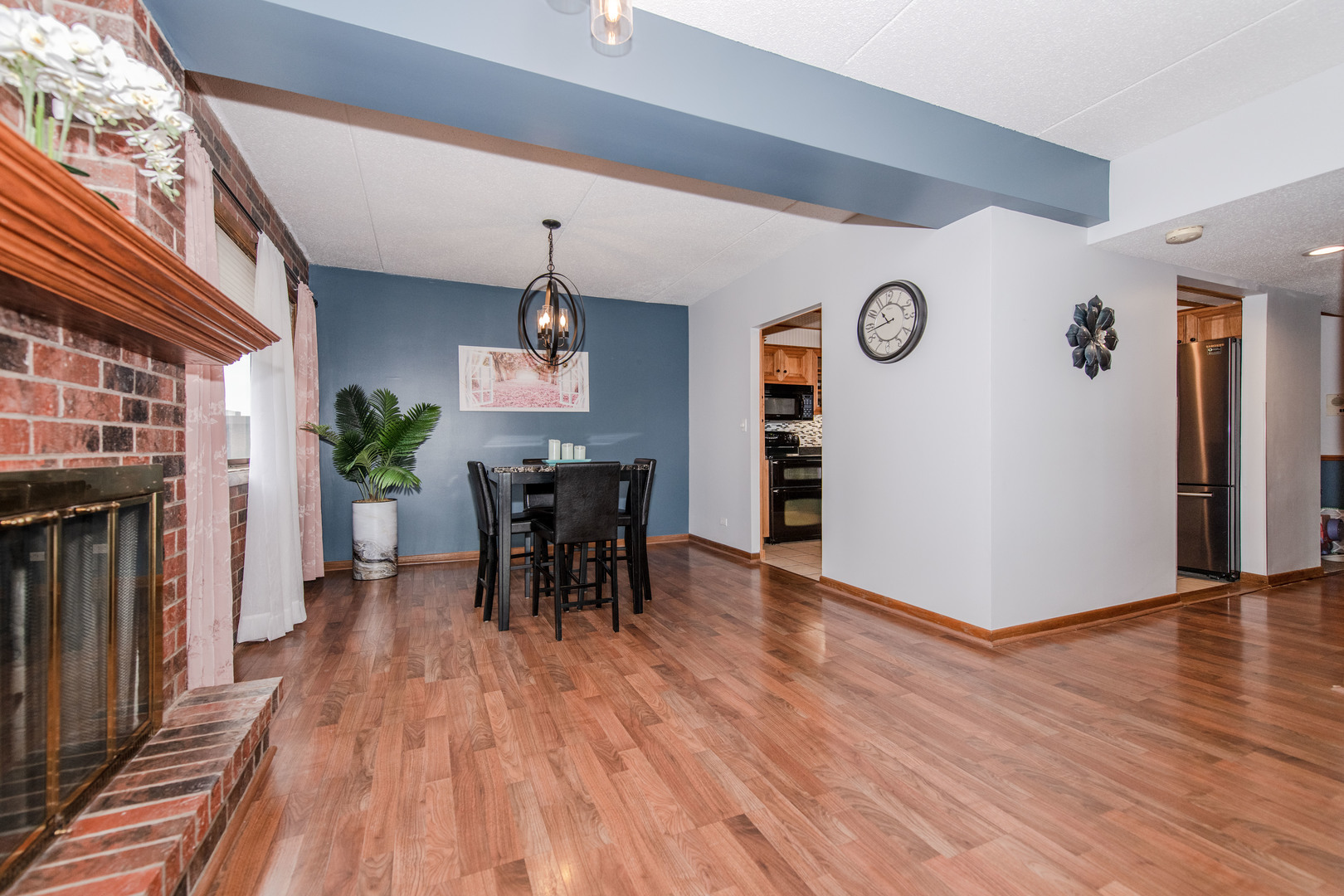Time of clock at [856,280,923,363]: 10:42
